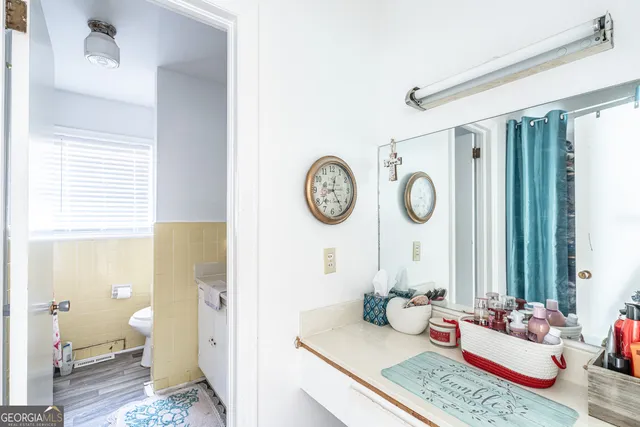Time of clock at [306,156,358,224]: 12:24
